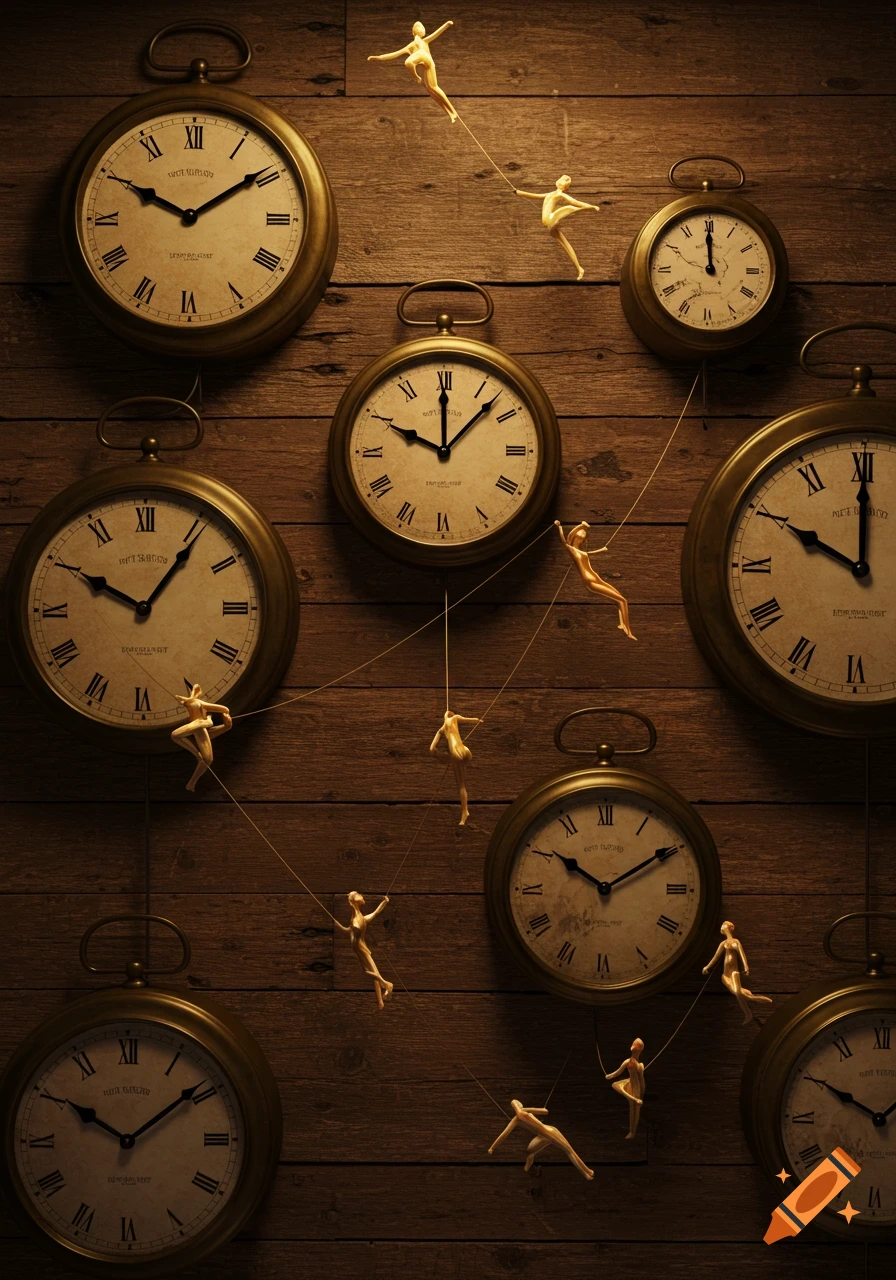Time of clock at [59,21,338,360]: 10:09
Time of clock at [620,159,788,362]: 11:59
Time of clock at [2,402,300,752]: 10:06
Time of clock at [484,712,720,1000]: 10:09
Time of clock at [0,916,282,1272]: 10:08
